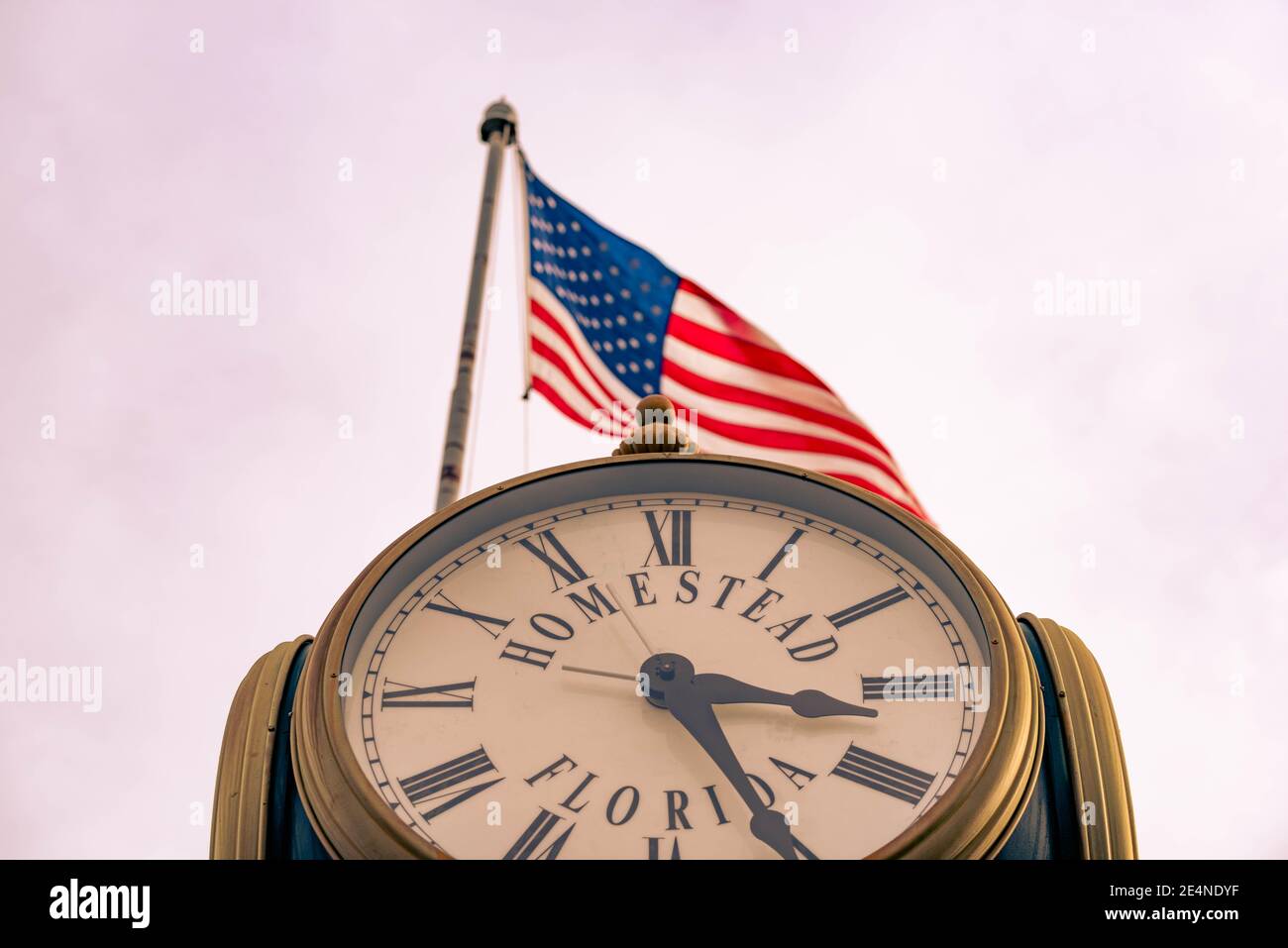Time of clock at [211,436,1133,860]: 3:25
